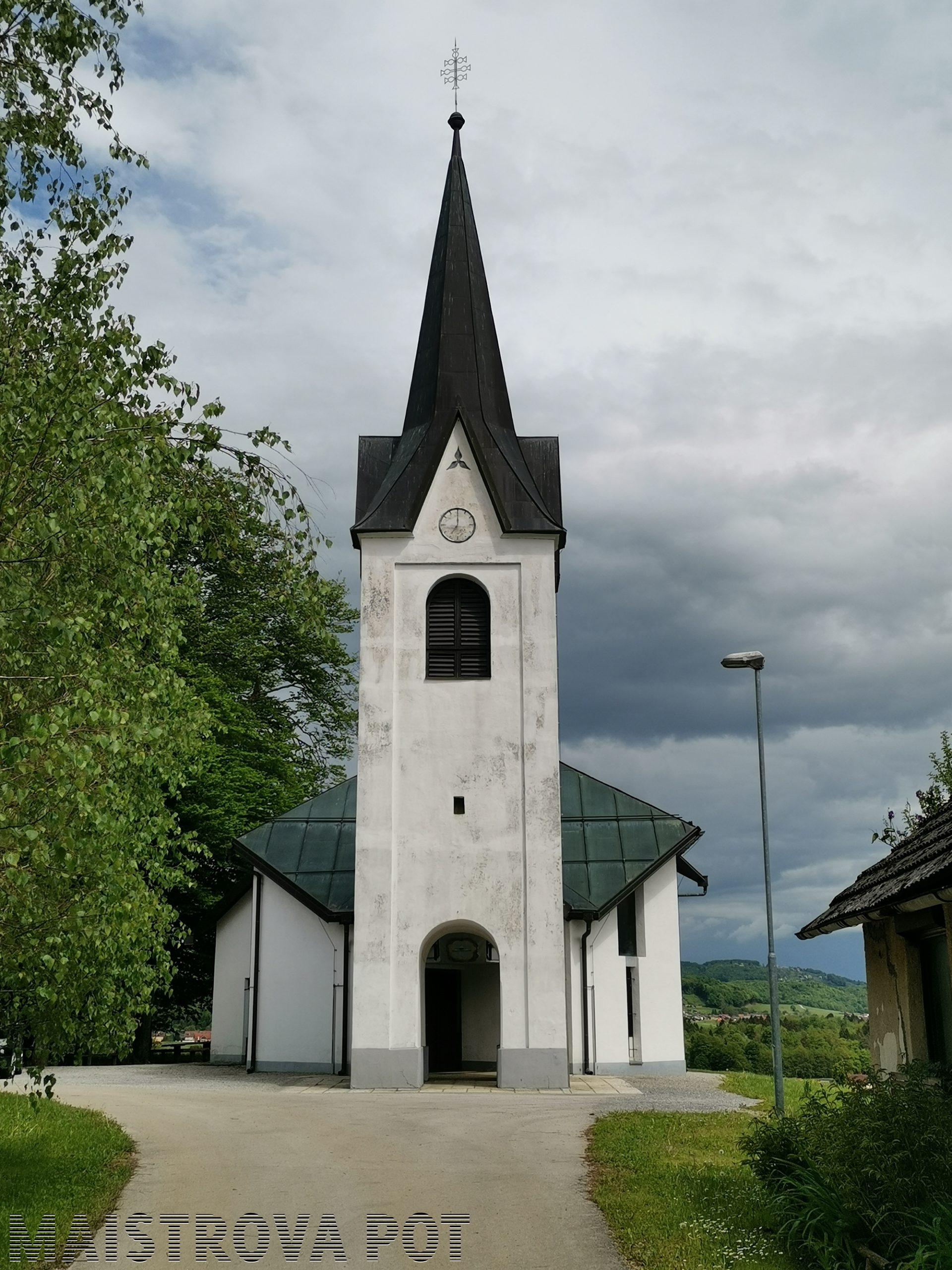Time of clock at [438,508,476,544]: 7:00
